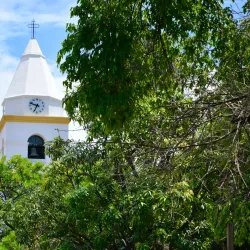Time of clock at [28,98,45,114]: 6:48
